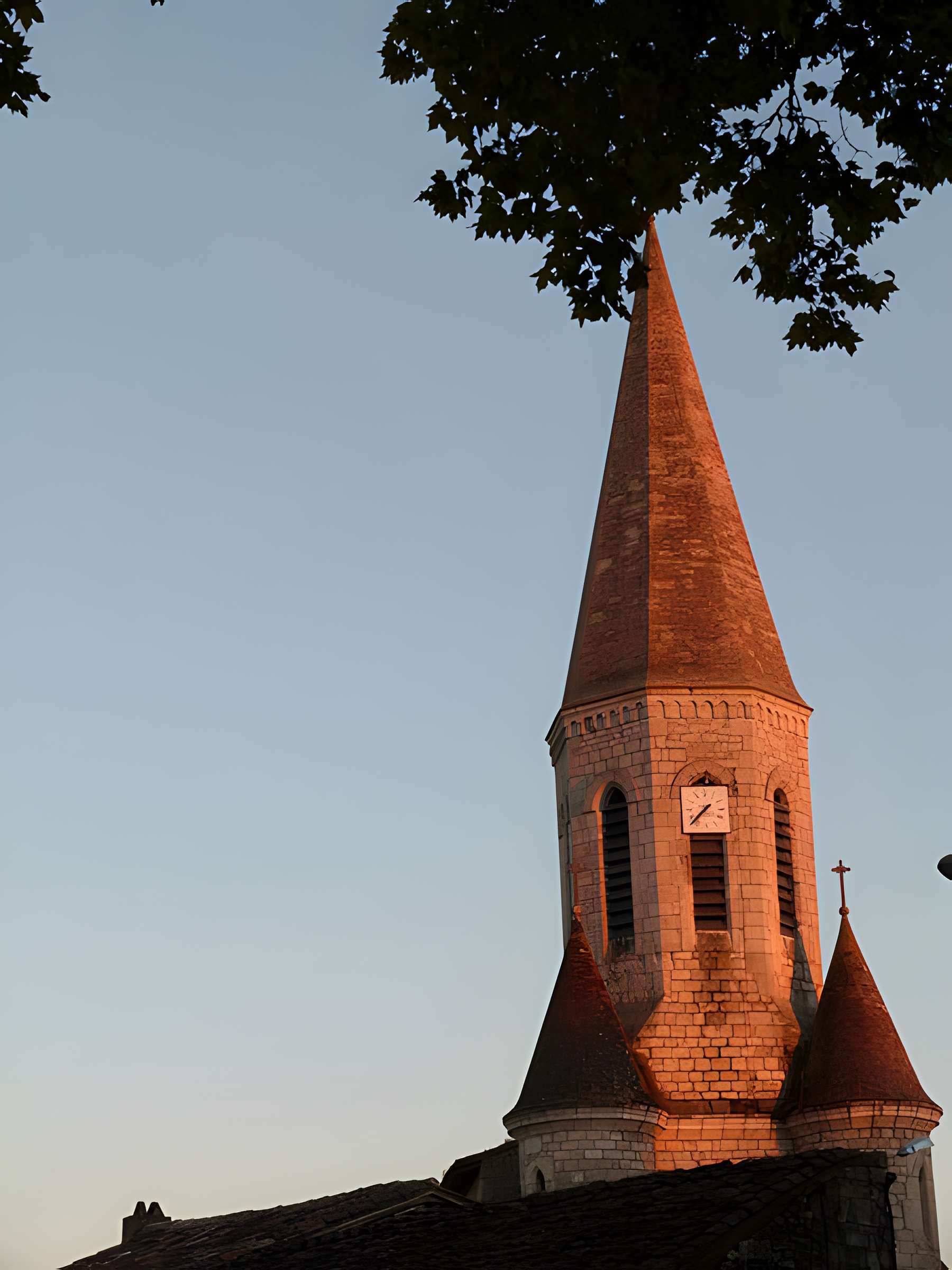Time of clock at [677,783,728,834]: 7:37
